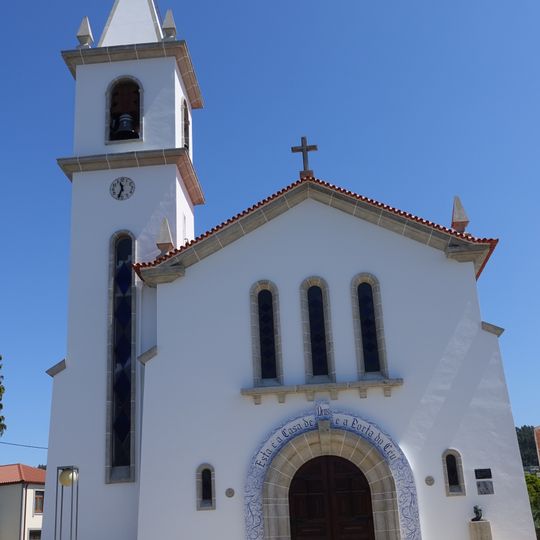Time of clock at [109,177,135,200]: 11:33
